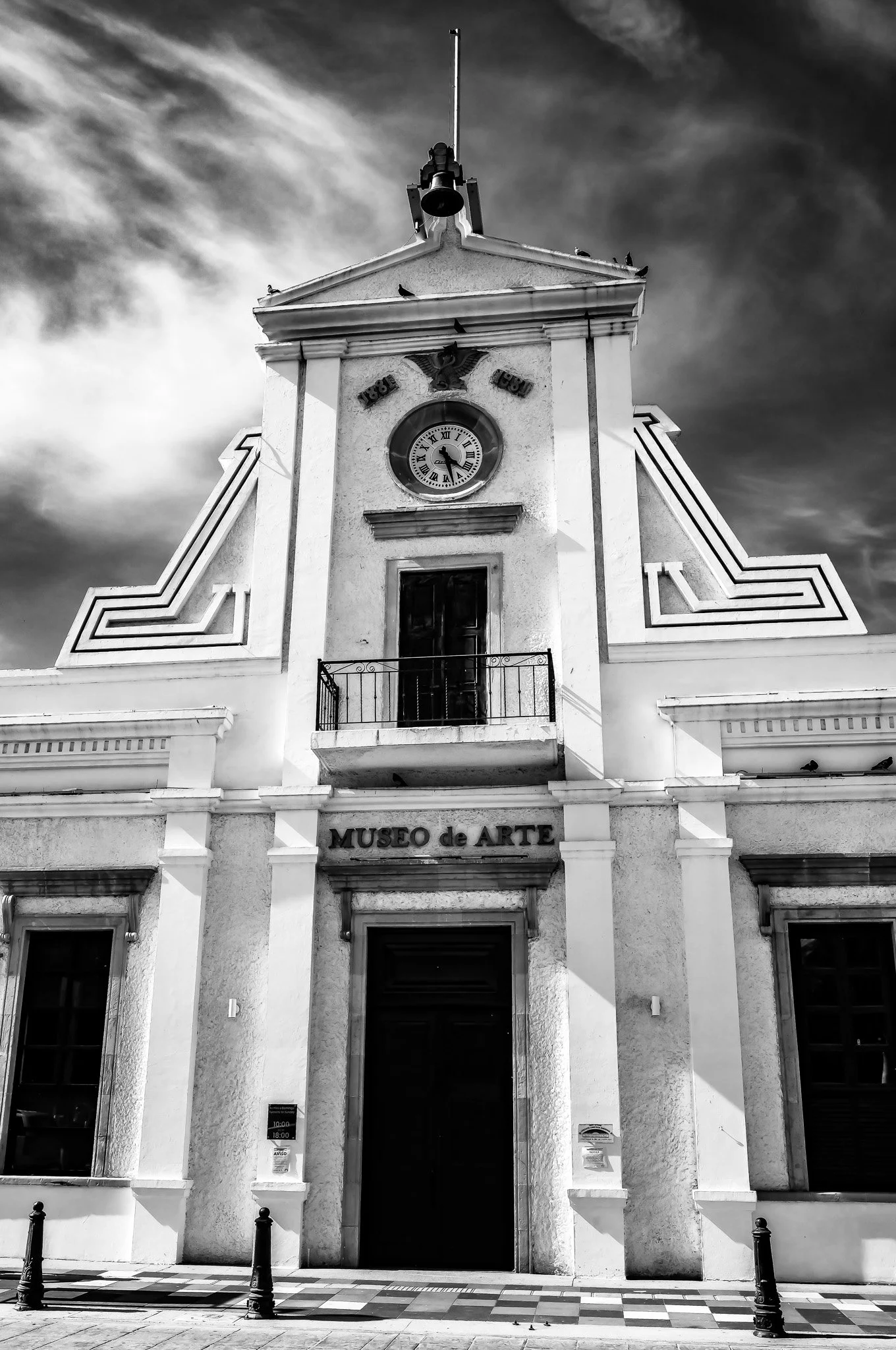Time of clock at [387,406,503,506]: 4:27
